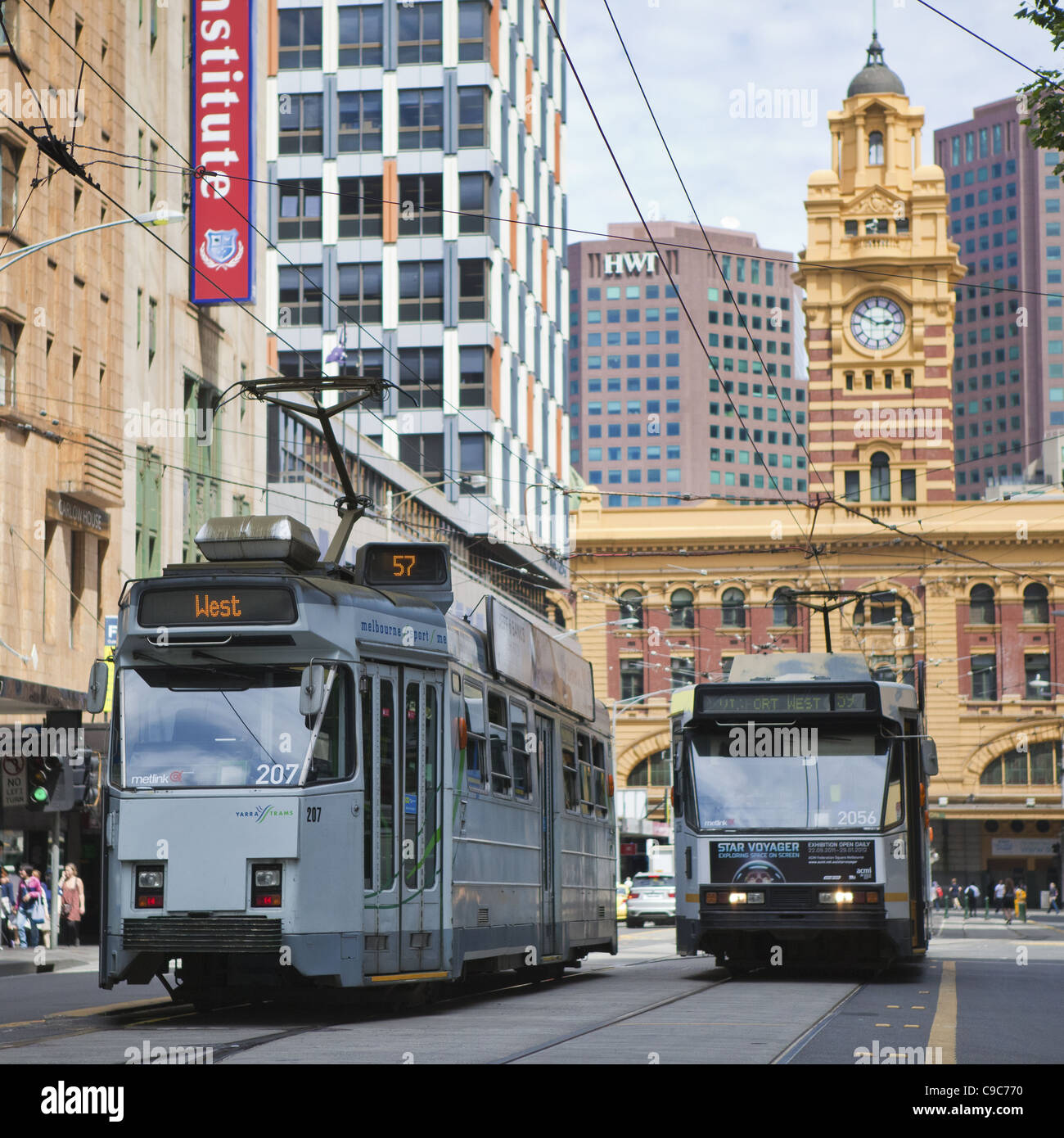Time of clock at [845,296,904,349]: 2:49
